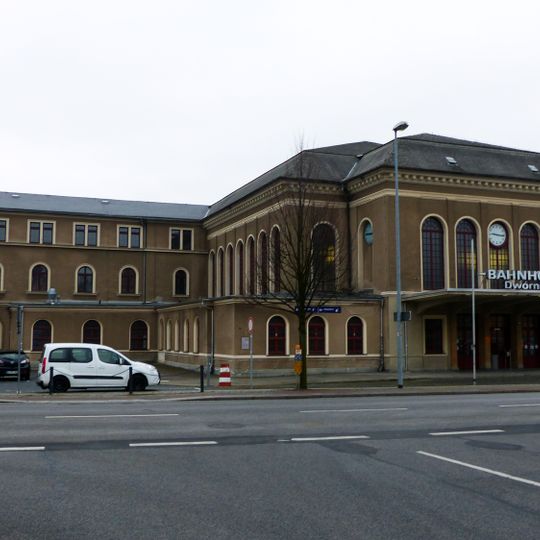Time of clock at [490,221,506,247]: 9:15
